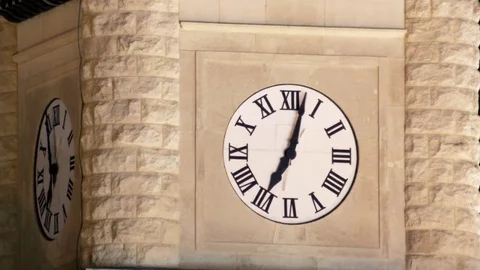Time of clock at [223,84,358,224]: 7:02
